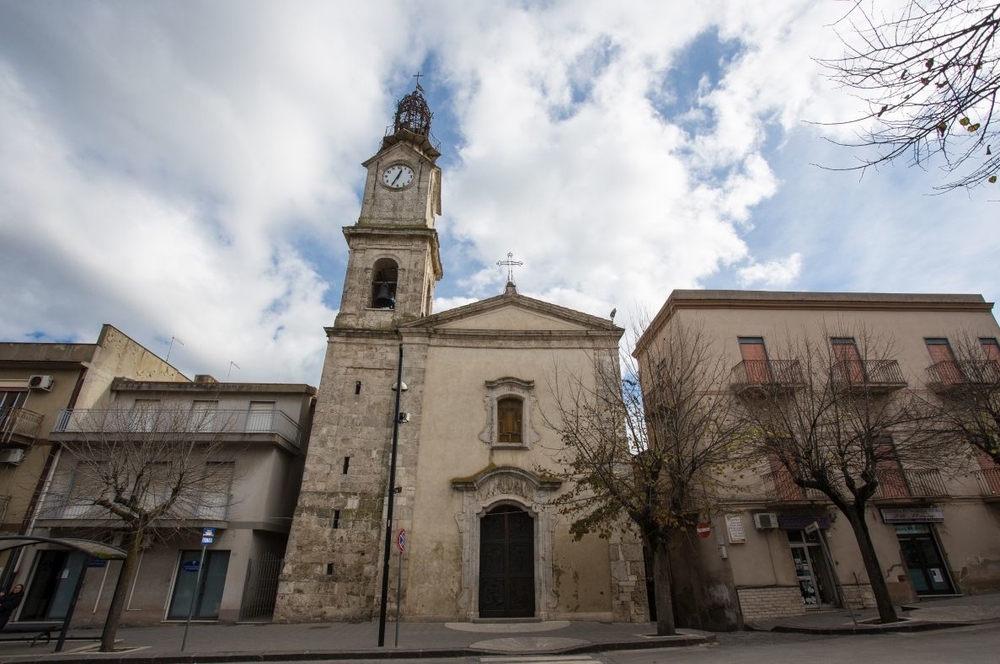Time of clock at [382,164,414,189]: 12:34
